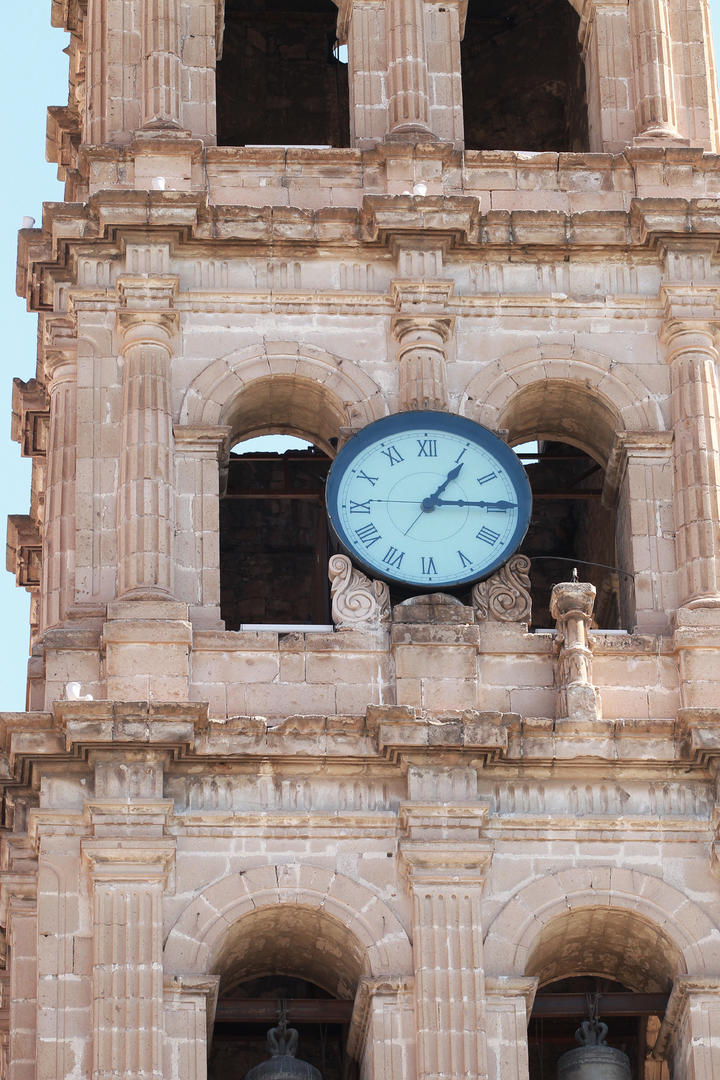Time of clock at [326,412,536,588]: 1:14
